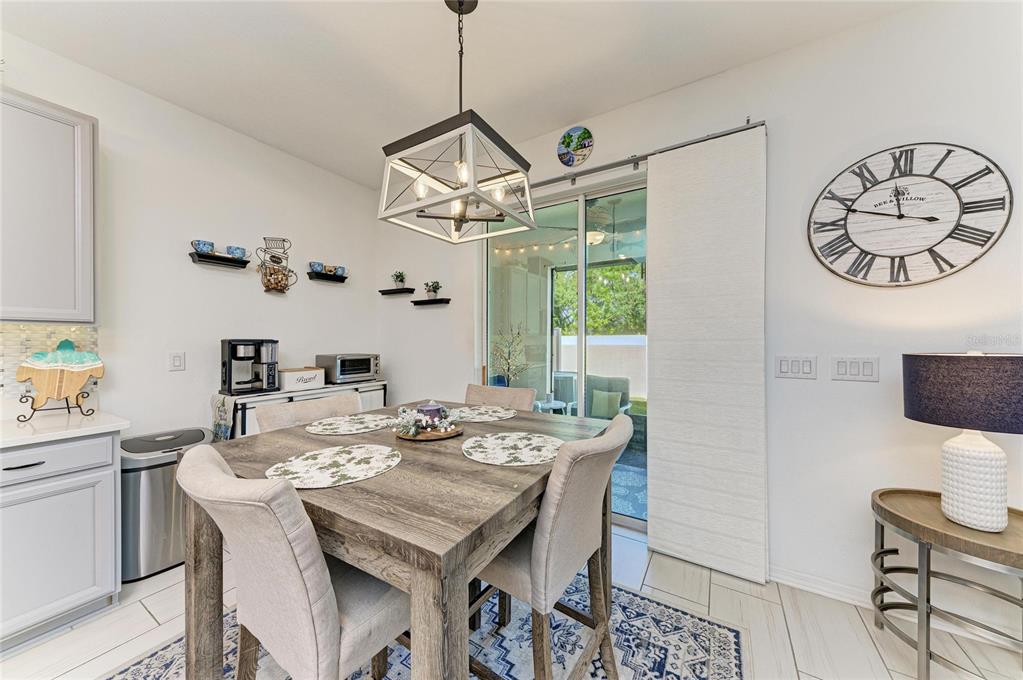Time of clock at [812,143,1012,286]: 11:48
